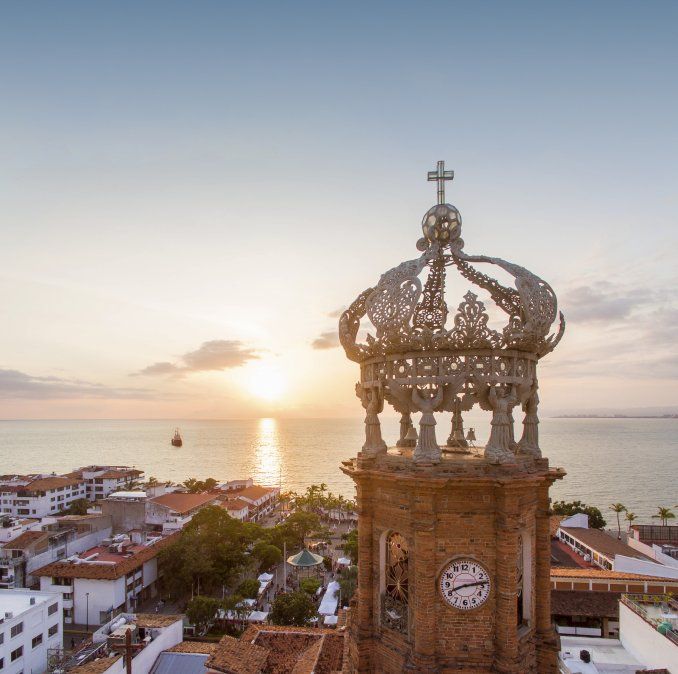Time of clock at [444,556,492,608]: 8:13
